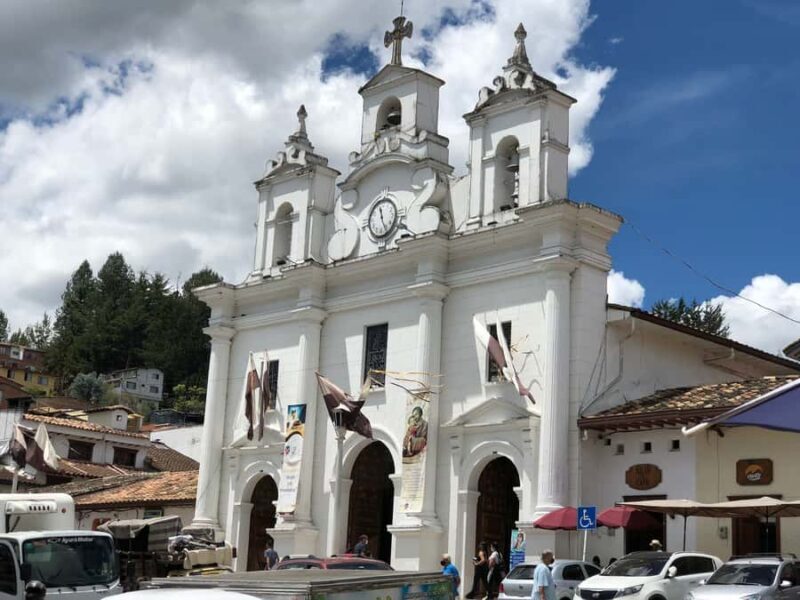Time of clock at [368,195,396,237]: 11:25
